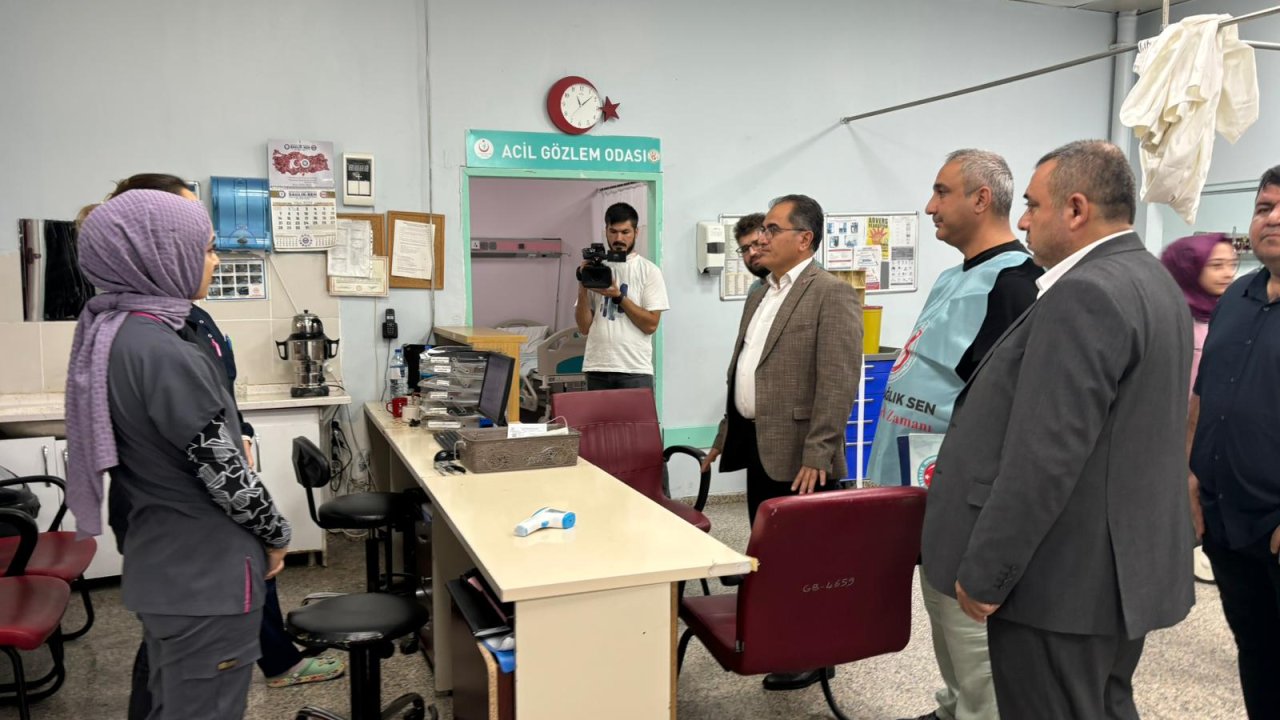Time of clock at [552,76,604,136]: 11:08
